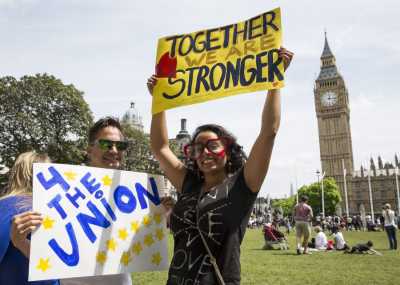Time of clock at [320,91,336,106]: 12:16
